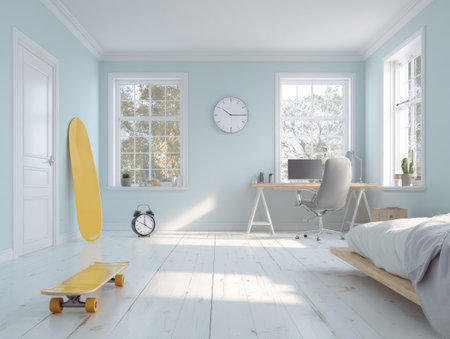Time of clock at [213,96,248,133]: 10:14
